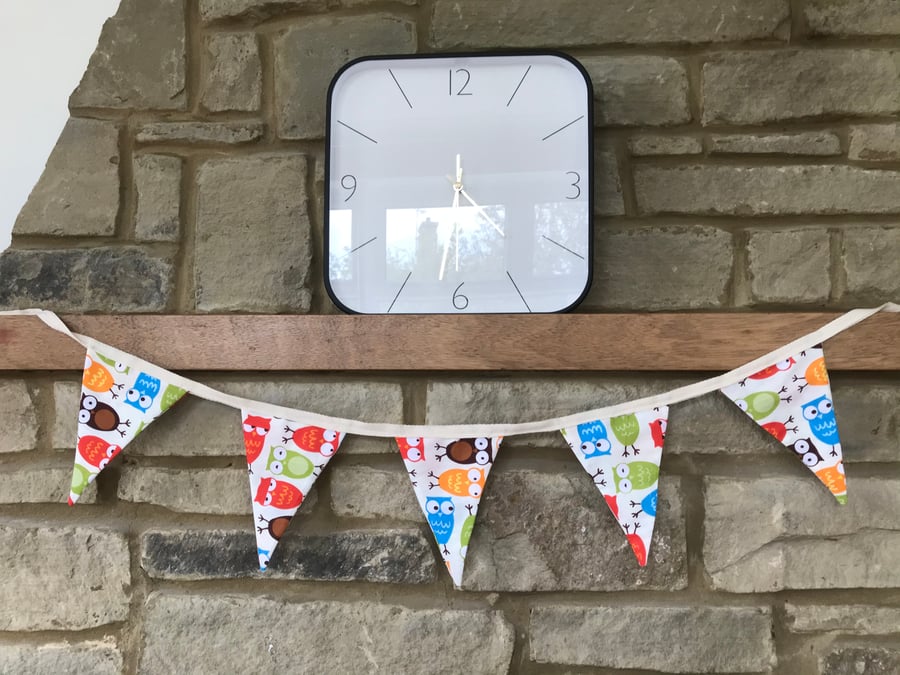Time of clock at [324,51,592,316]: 4:31
